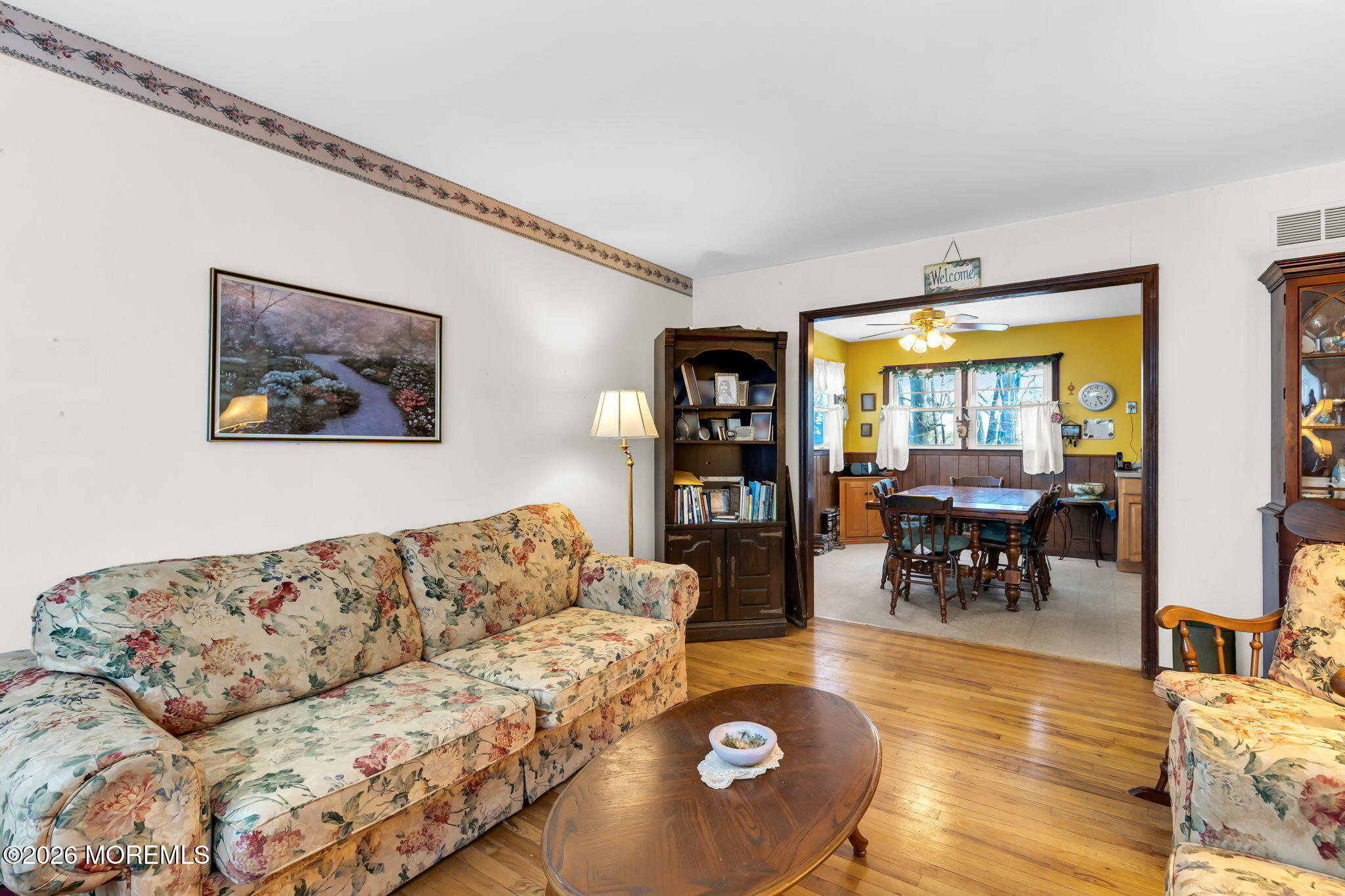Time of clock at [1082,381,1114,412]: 3:25
